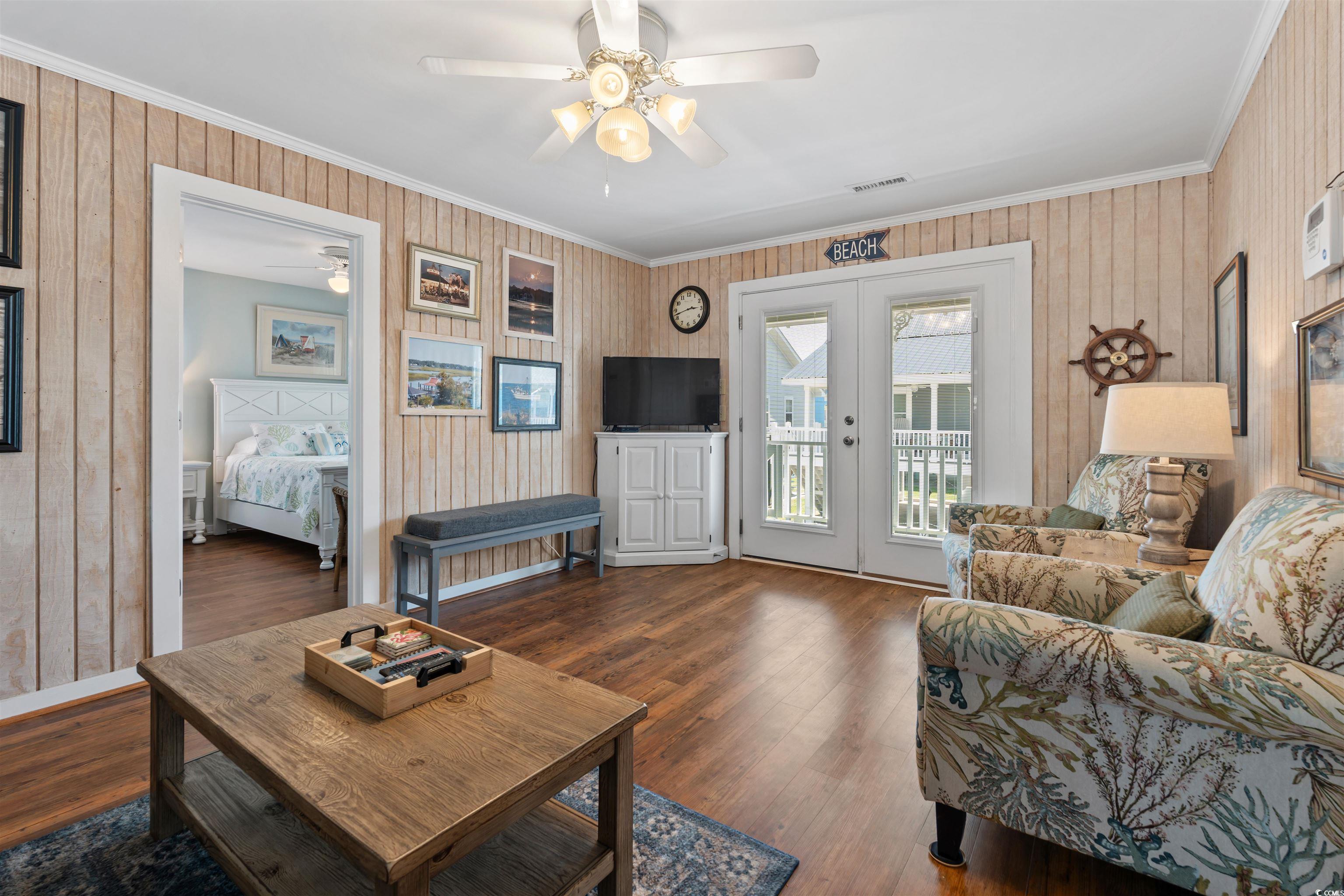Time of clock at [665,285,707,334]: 2:42
